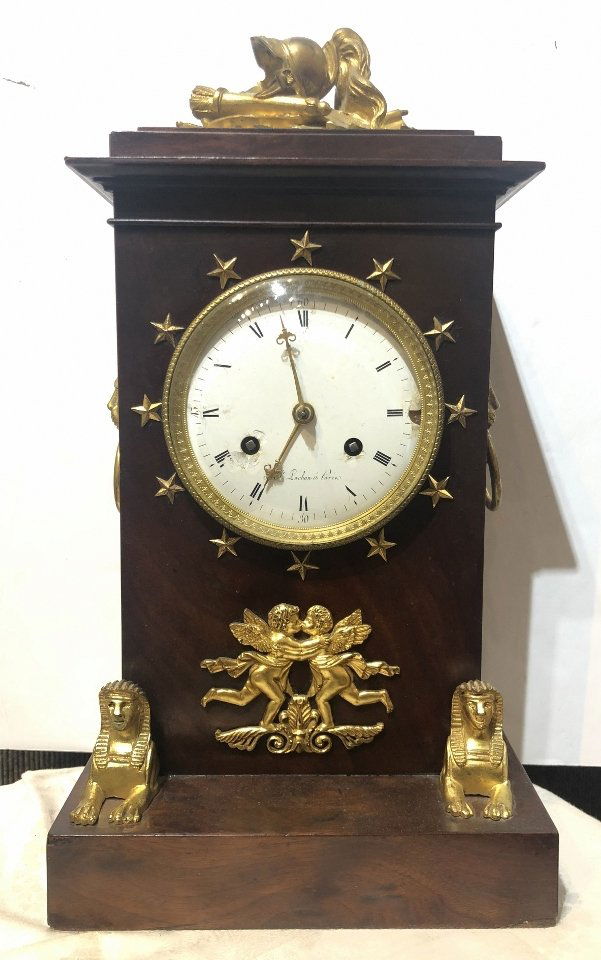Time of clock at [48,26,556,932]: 11:35
